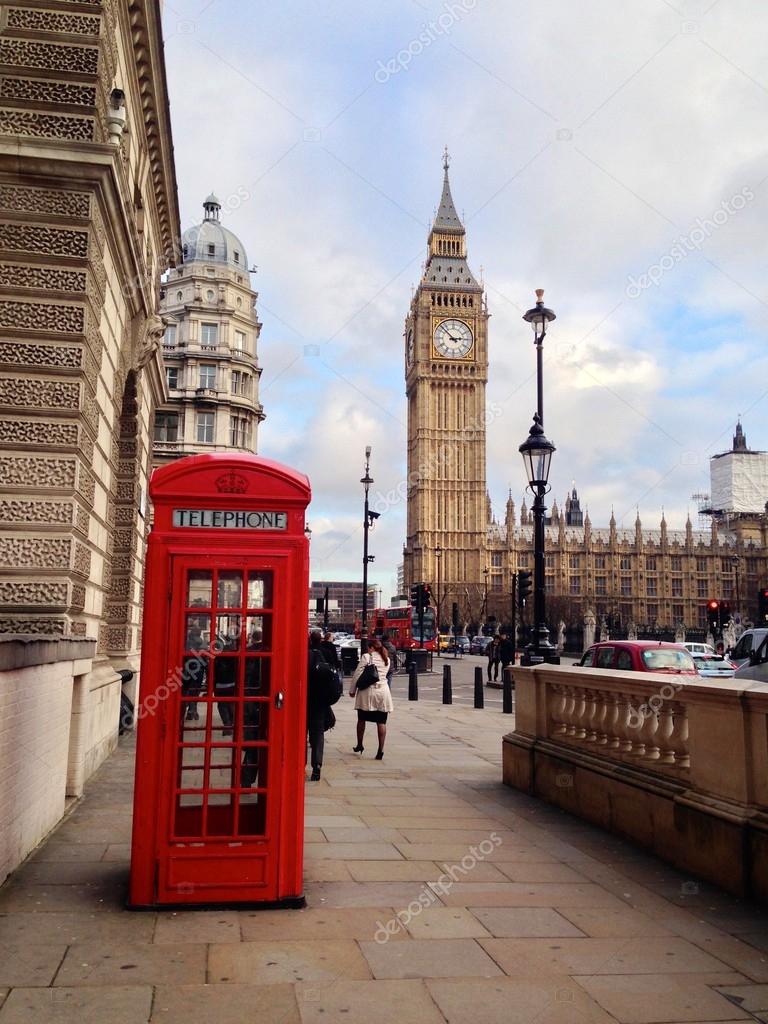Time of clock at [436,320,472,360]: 2:52
